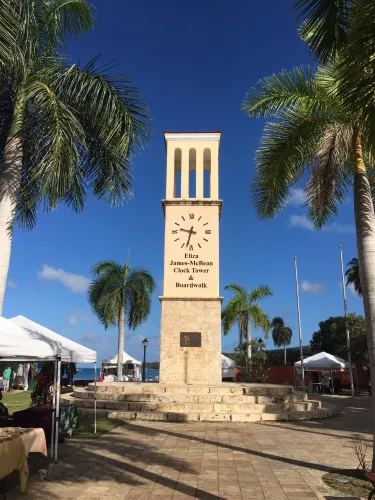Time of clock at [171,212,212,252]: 9:32
